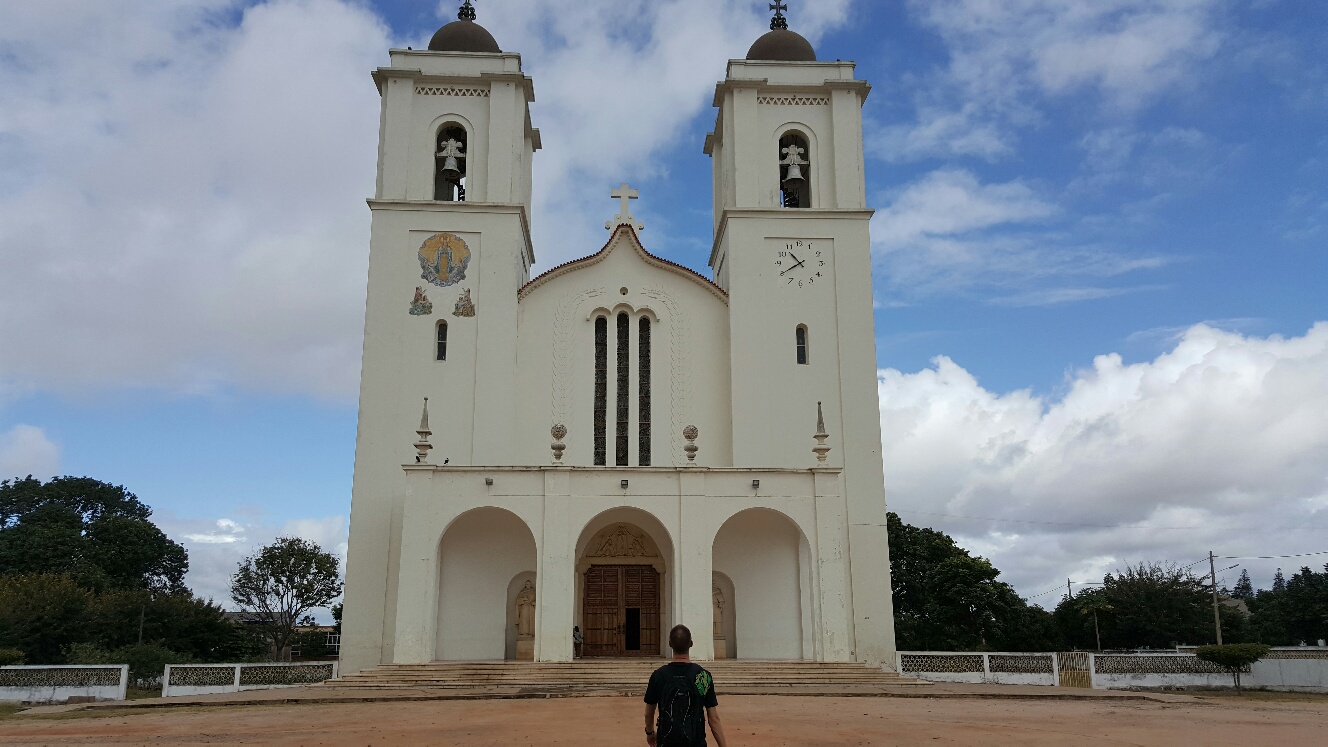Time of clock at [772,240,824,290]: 10:39
